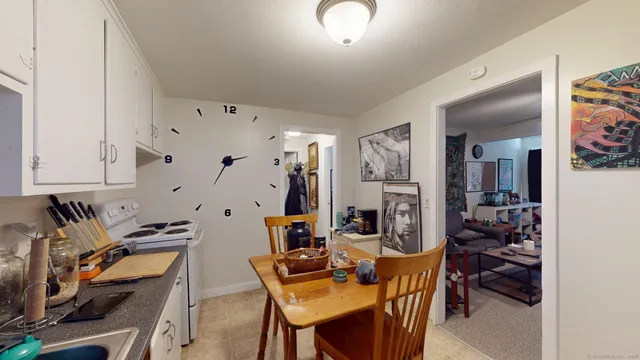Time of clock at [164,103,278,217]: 2:34
